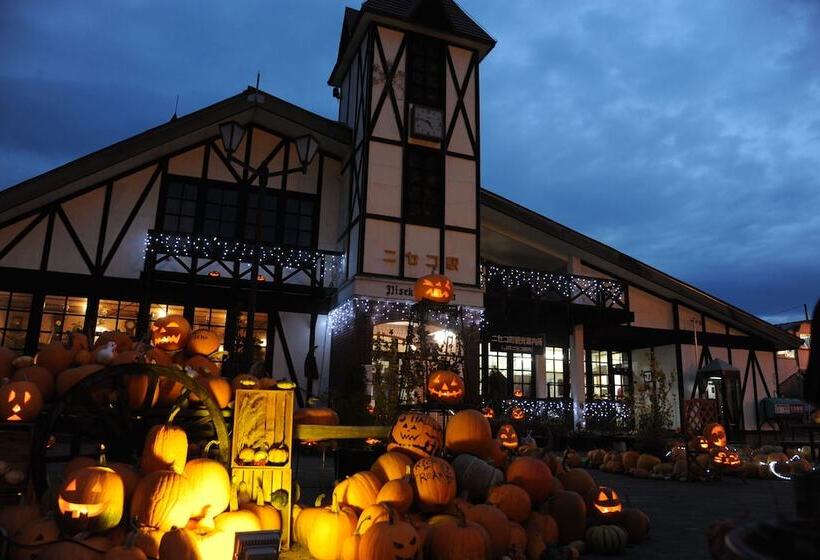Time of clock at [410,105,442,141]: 4:46
